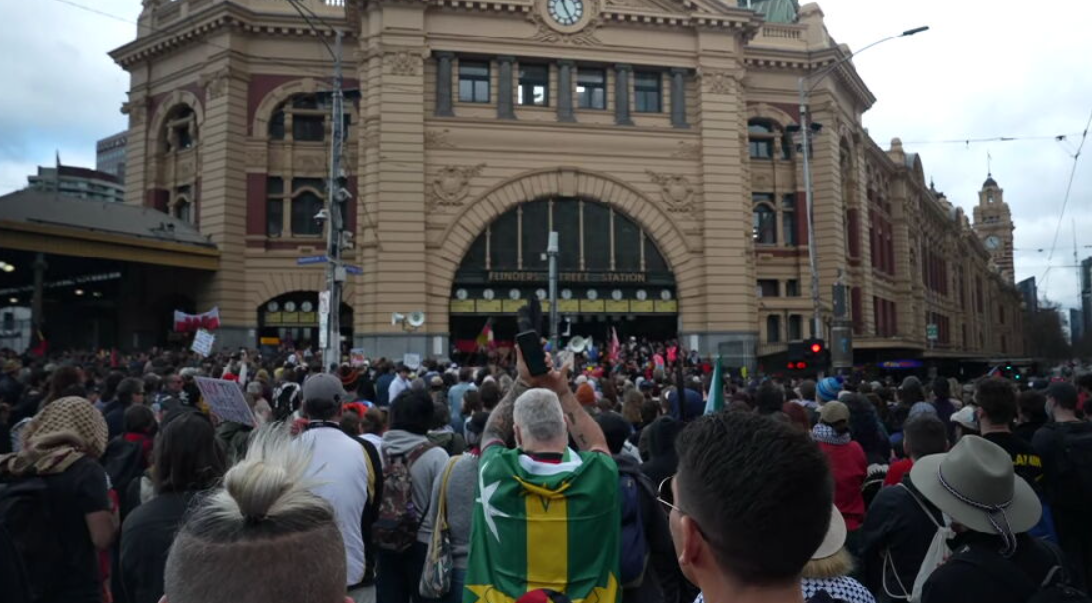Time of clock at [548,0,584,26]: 11:25
